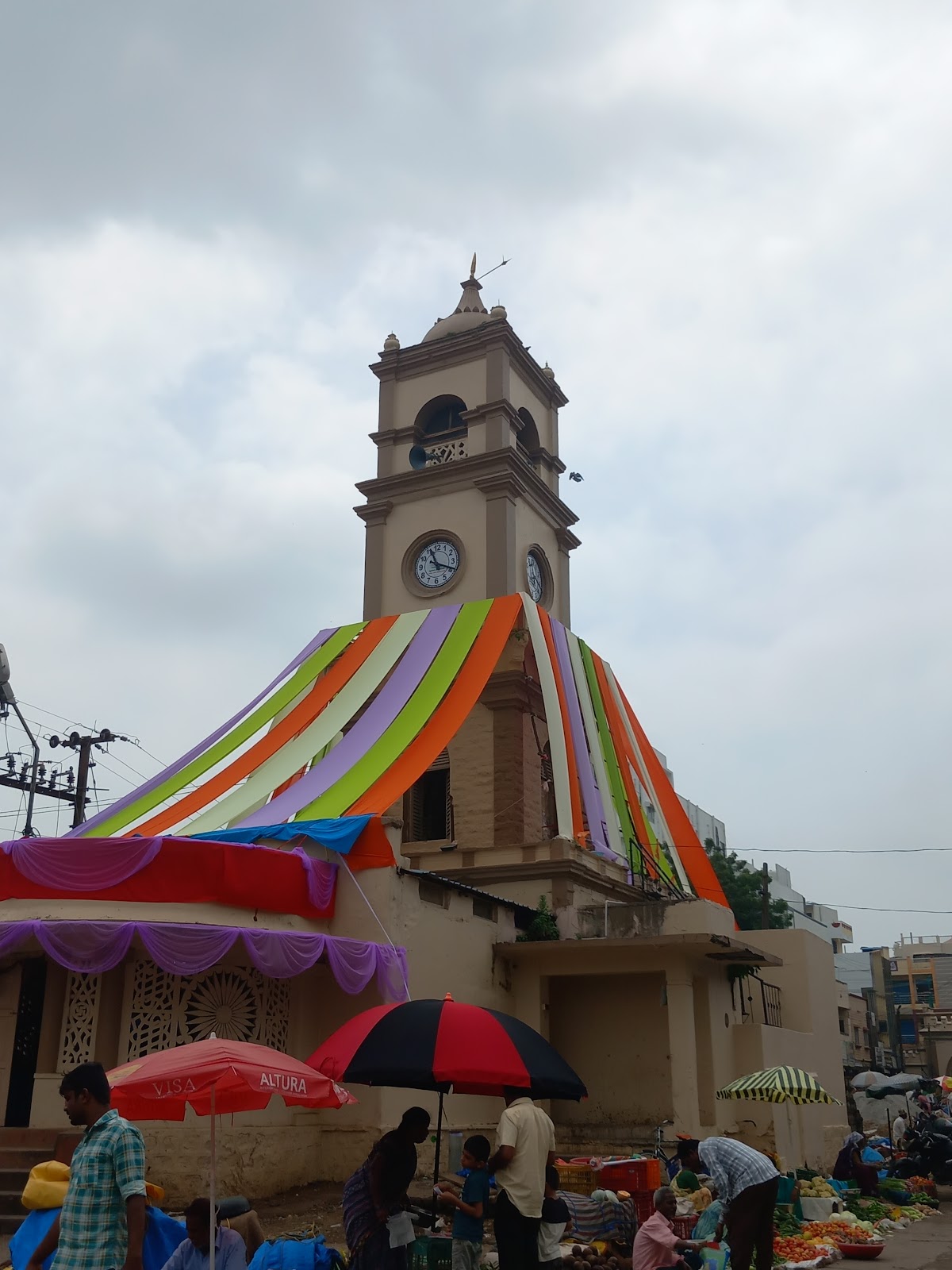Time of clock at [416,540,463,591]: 11:18
